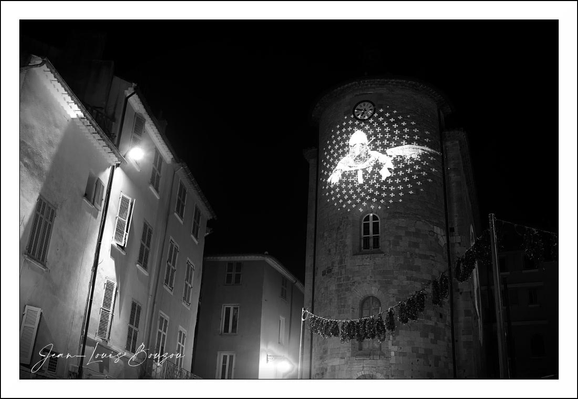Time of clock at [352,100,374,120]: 6:47
